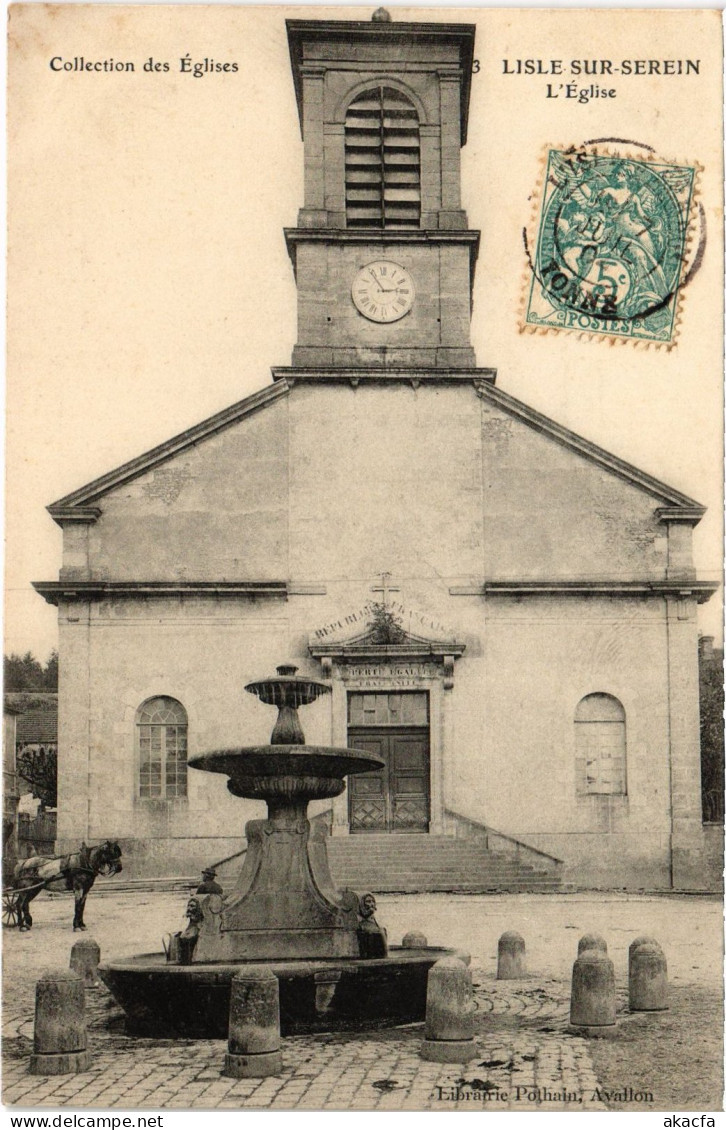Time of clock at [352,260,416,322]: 2:54
